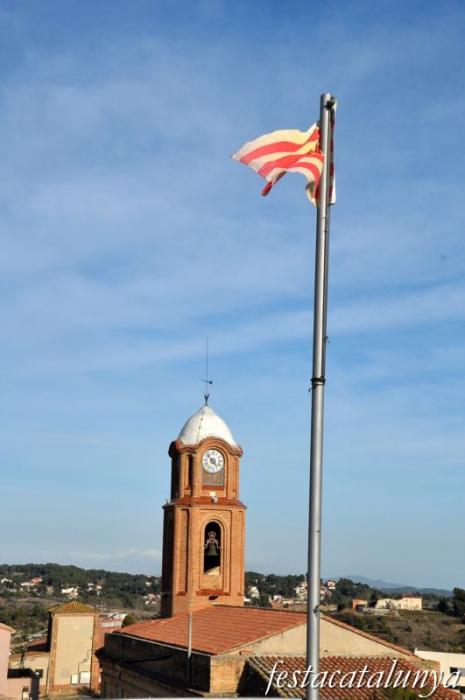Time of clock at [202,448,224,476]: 4:52
